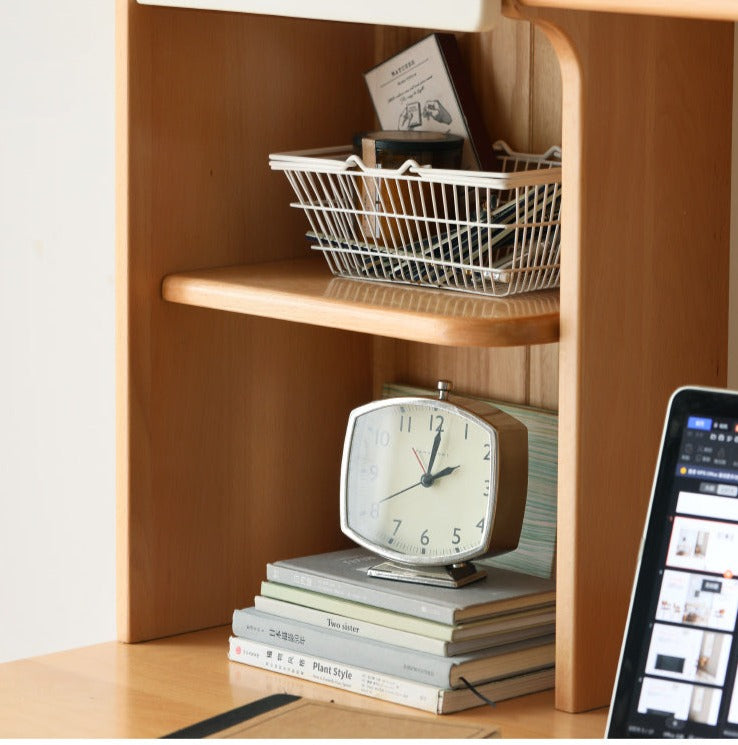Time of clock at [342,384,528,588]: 2:01
